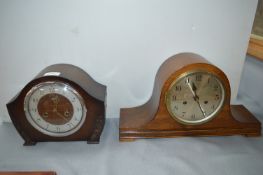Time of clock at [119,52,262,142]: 11:25
